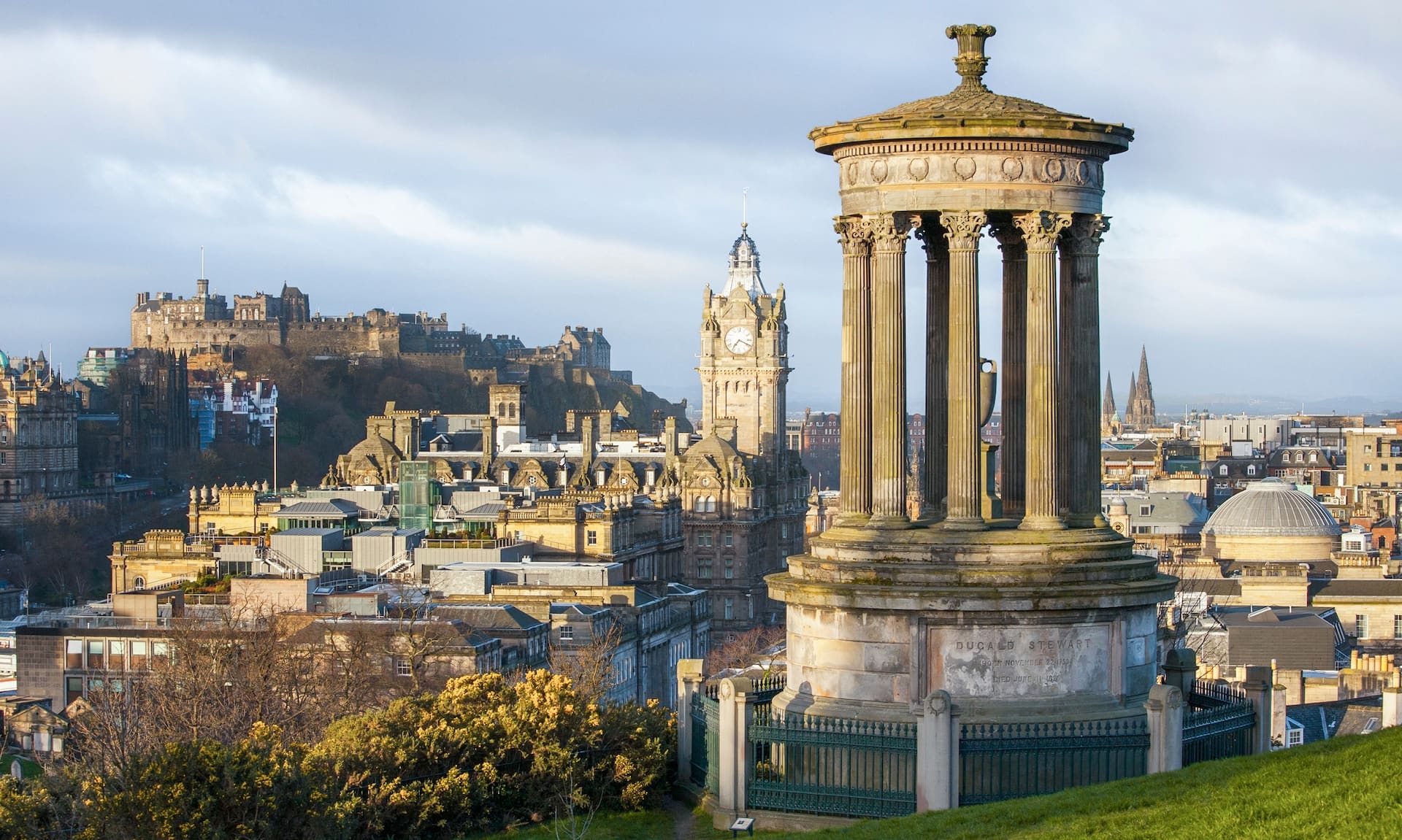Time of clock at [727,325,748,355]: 7:18
